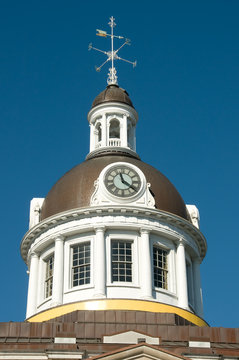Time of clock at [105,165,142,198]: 11:21
